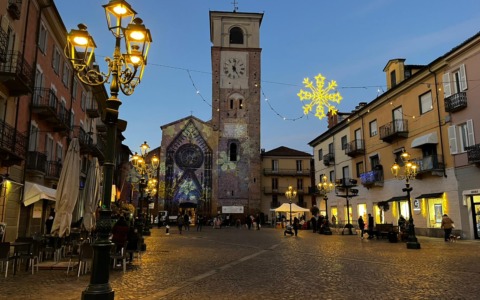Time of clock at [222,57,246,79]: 5:01
